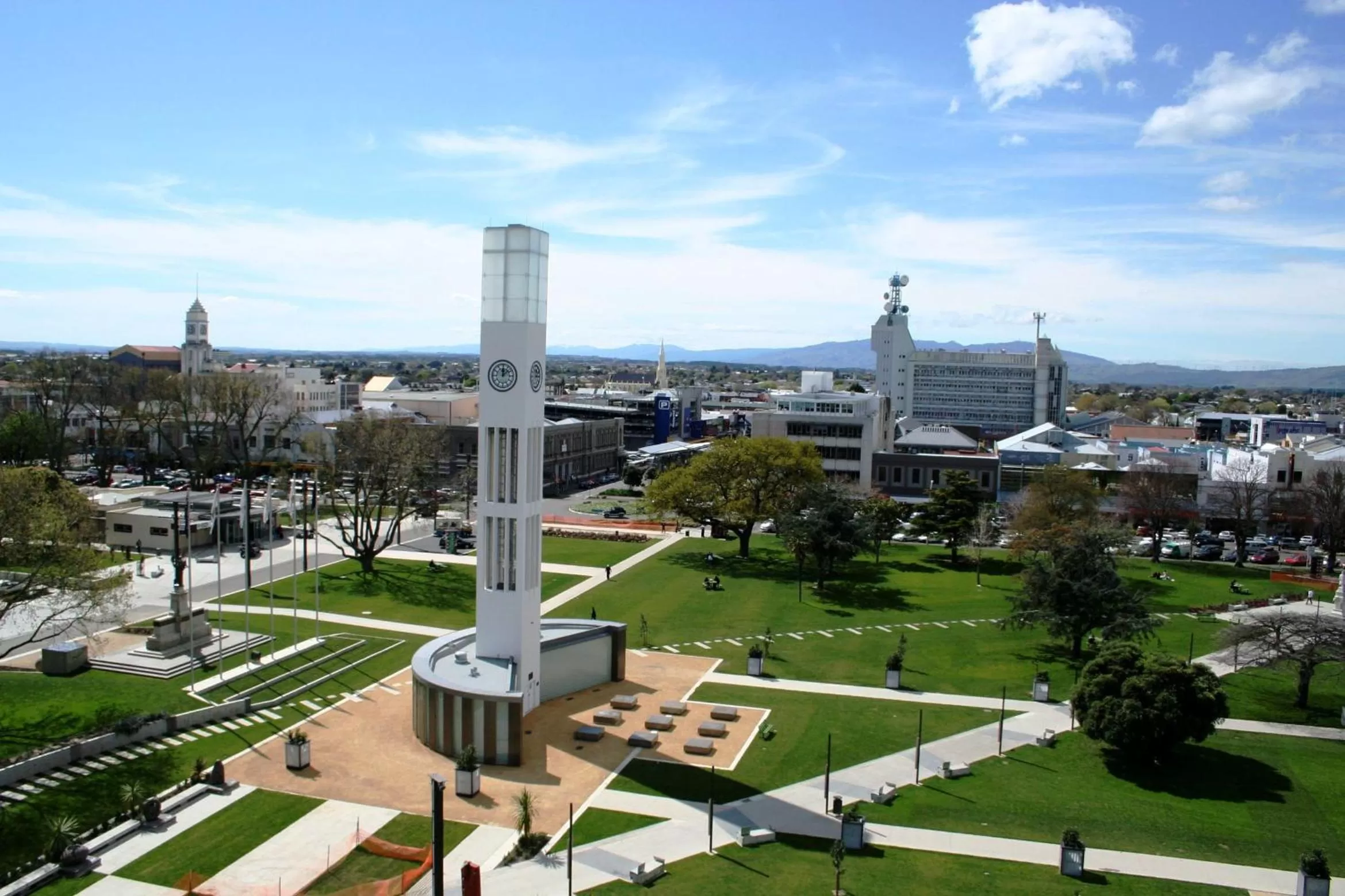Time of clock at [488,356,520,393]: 12:07
